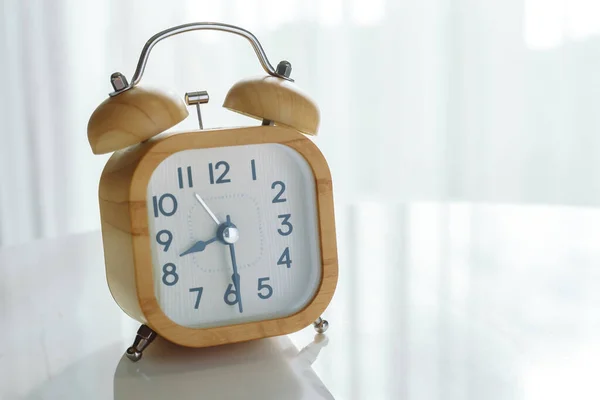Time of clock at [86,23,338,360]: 8:29
